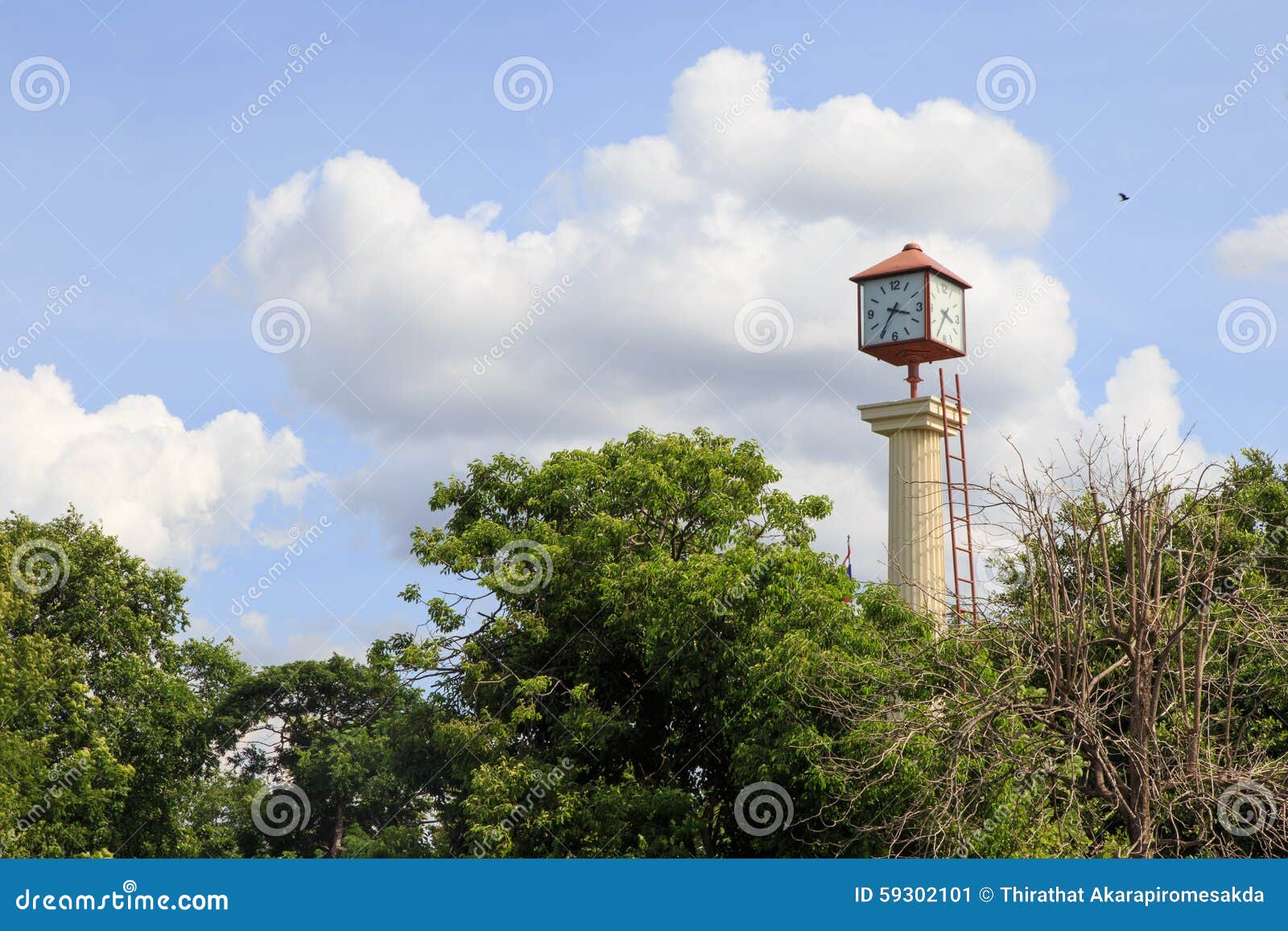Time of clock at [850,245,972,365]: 3:35
